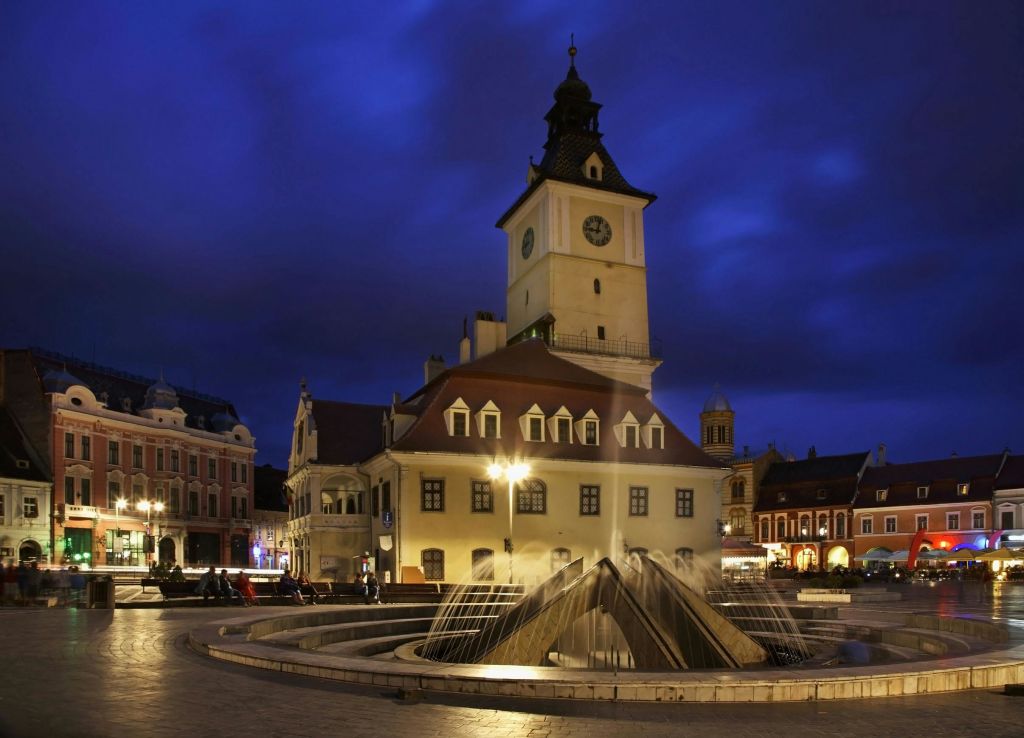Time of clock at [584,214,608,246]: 9:02
